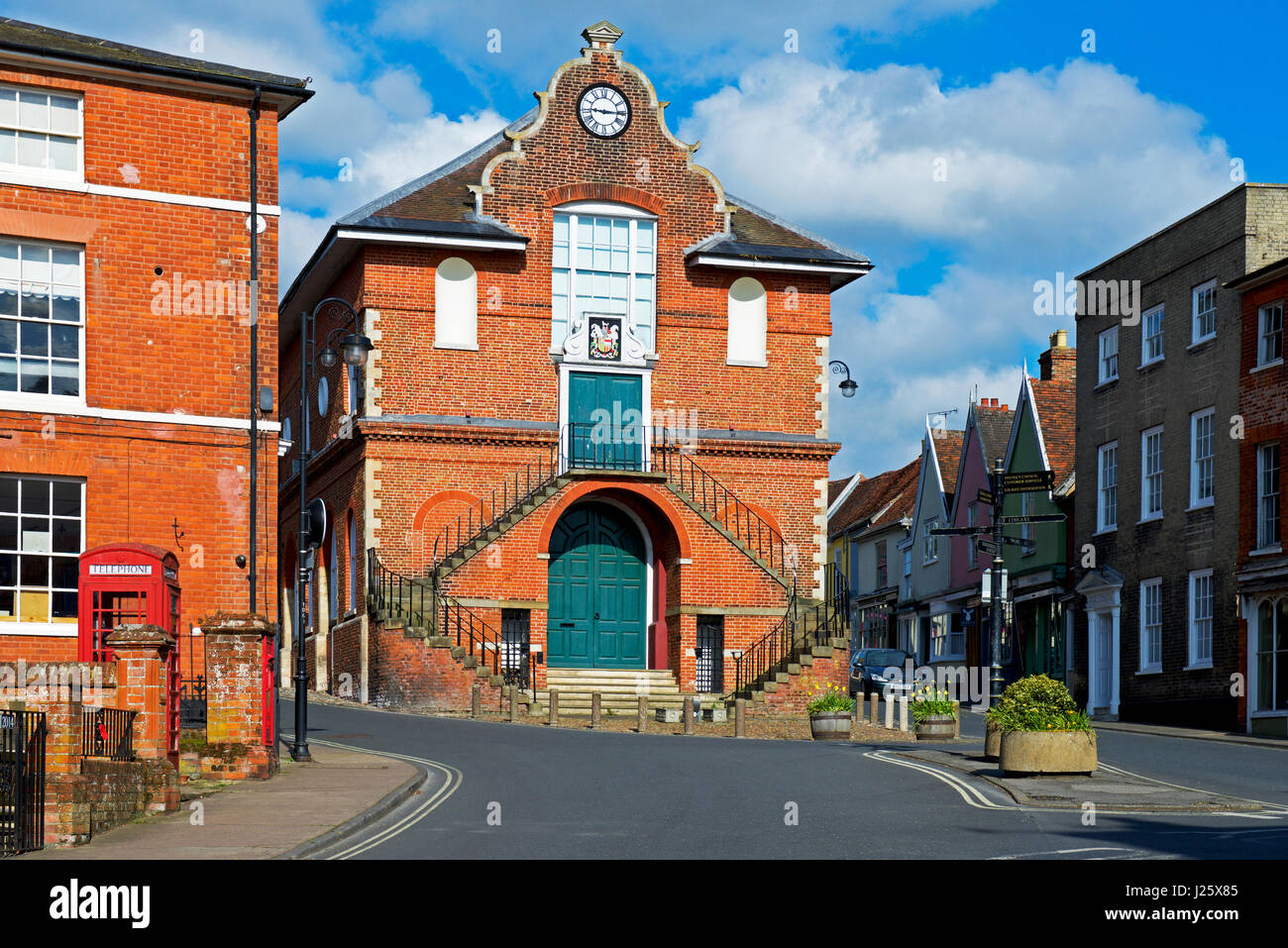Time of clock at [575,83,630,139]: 9:15
